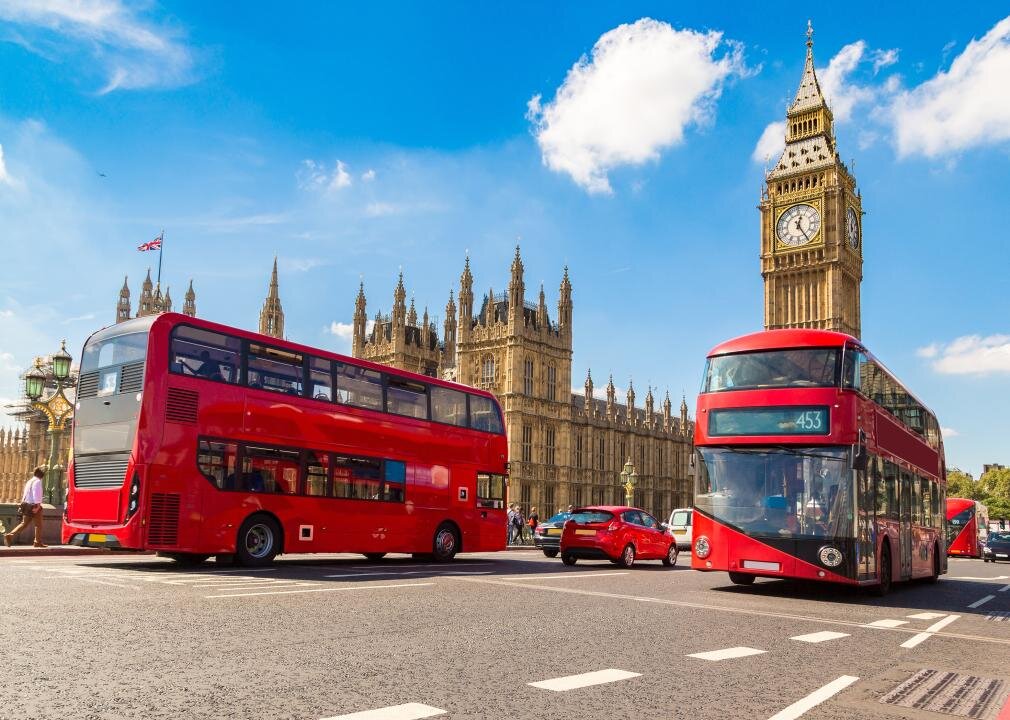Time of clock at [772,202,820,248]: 12:24
